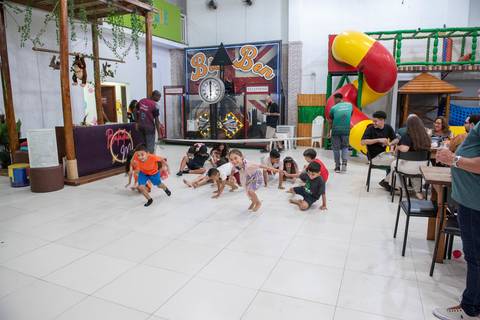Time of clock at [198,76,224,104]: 6:00
